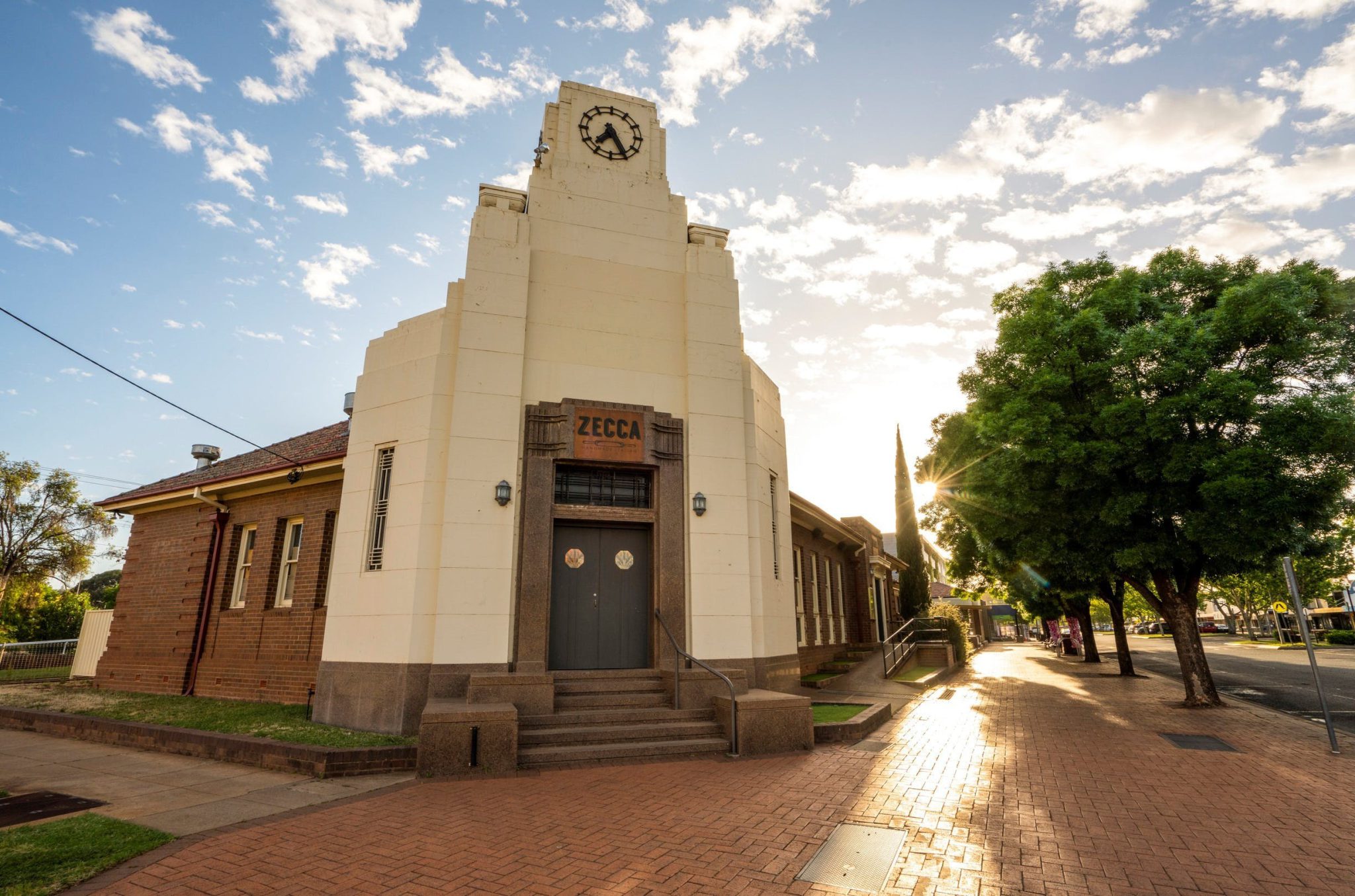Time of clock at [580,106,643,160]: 7:25
